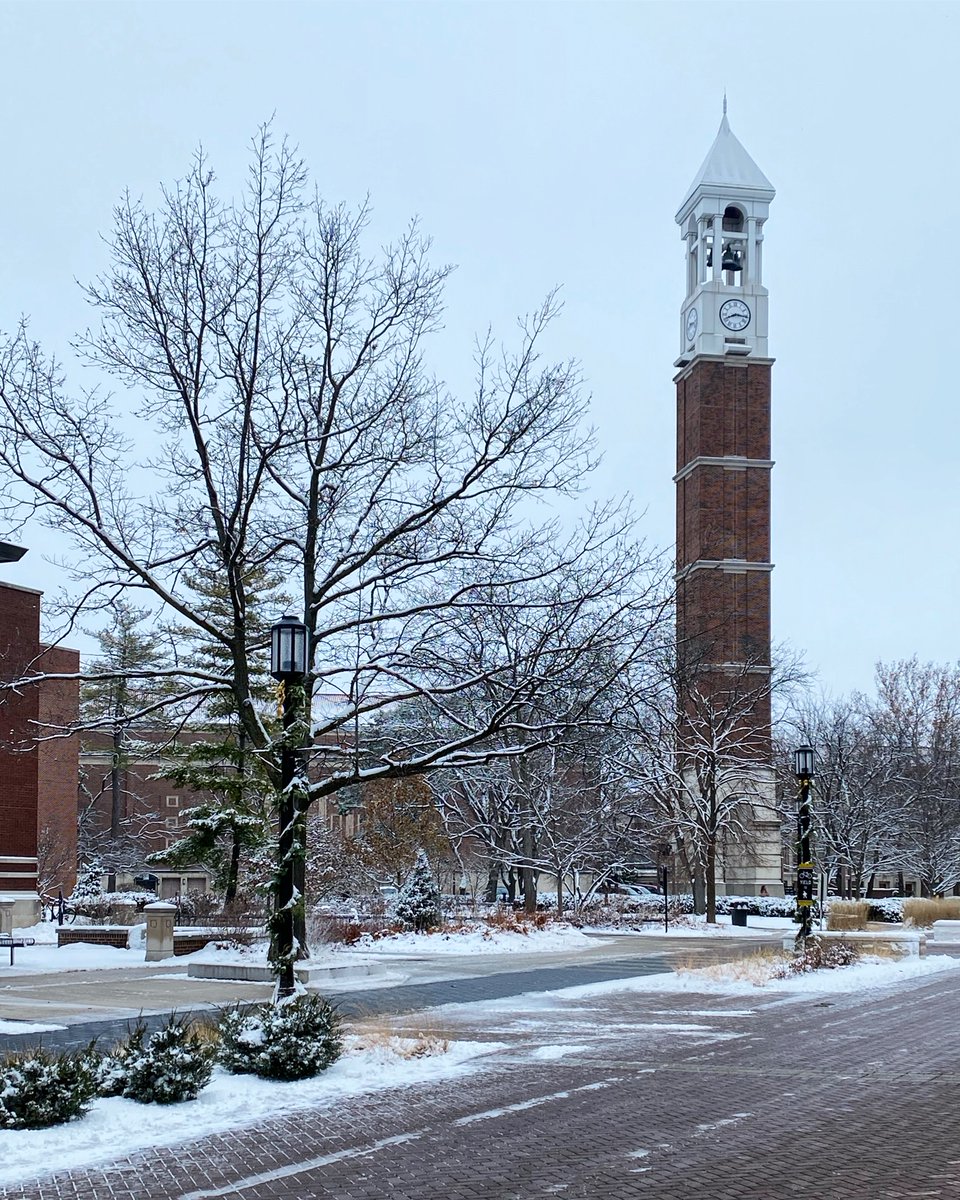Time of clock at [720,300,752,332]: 8:16
